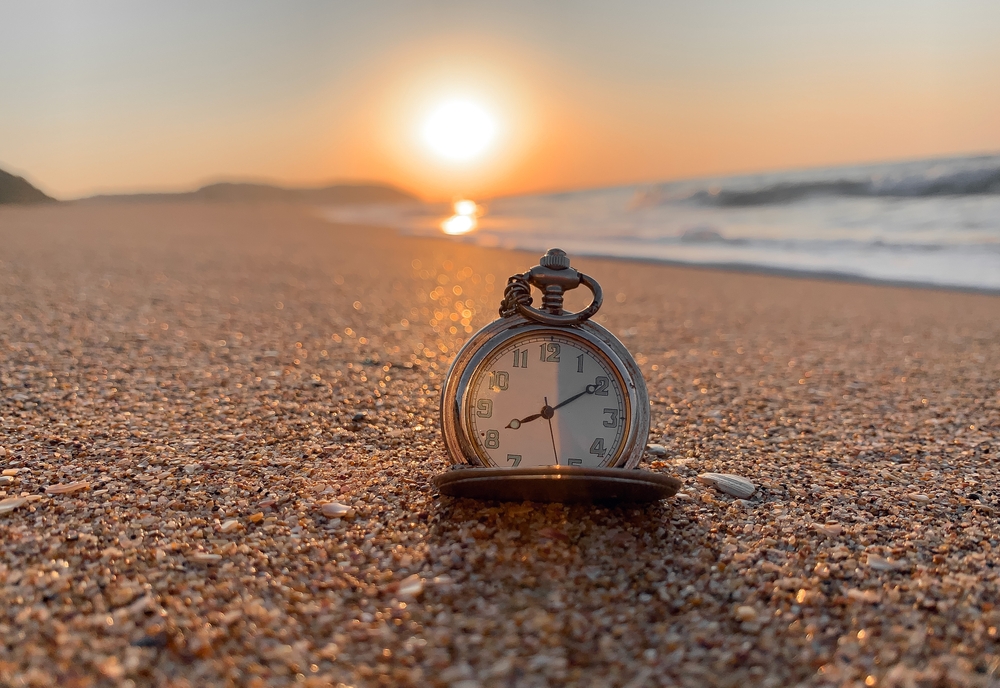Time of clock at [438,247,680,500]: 8:09
